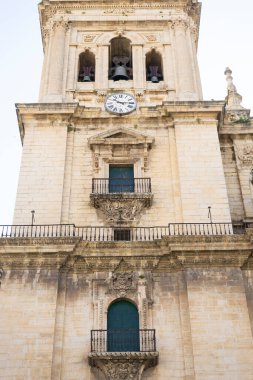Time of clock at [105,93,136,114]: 10:14
